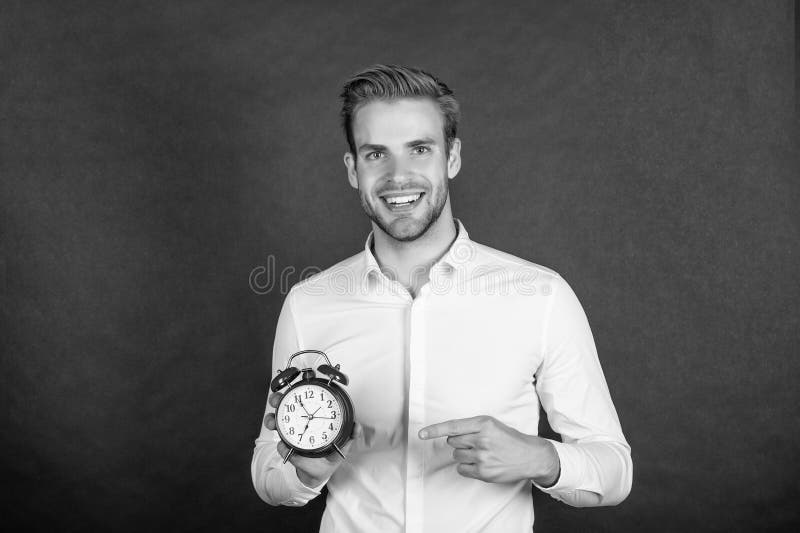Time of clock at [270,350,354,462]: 6:55
